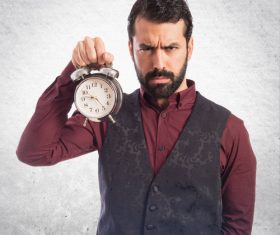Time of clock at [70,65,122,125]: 9:23
